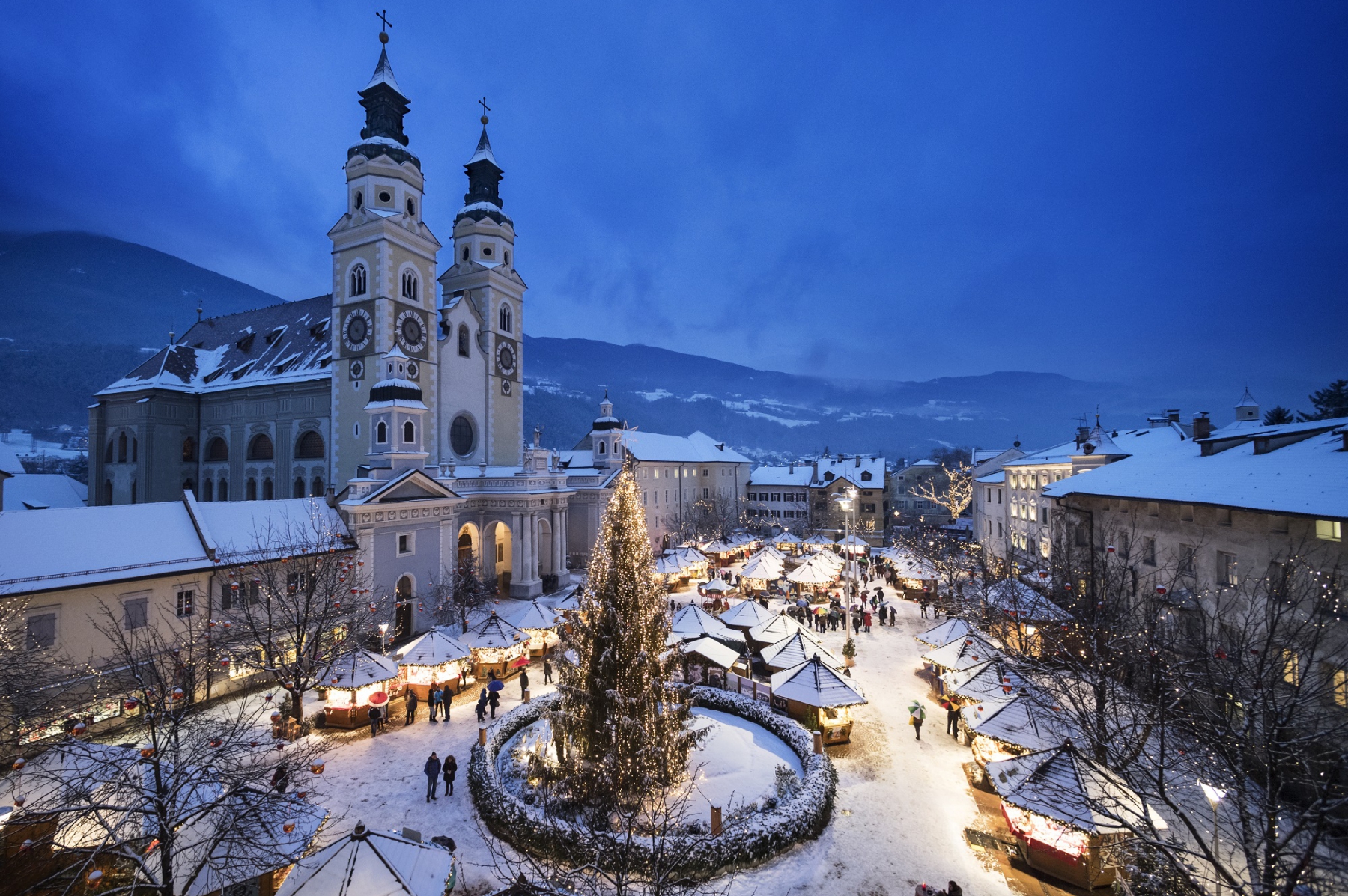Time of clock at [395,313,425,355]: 7:23
